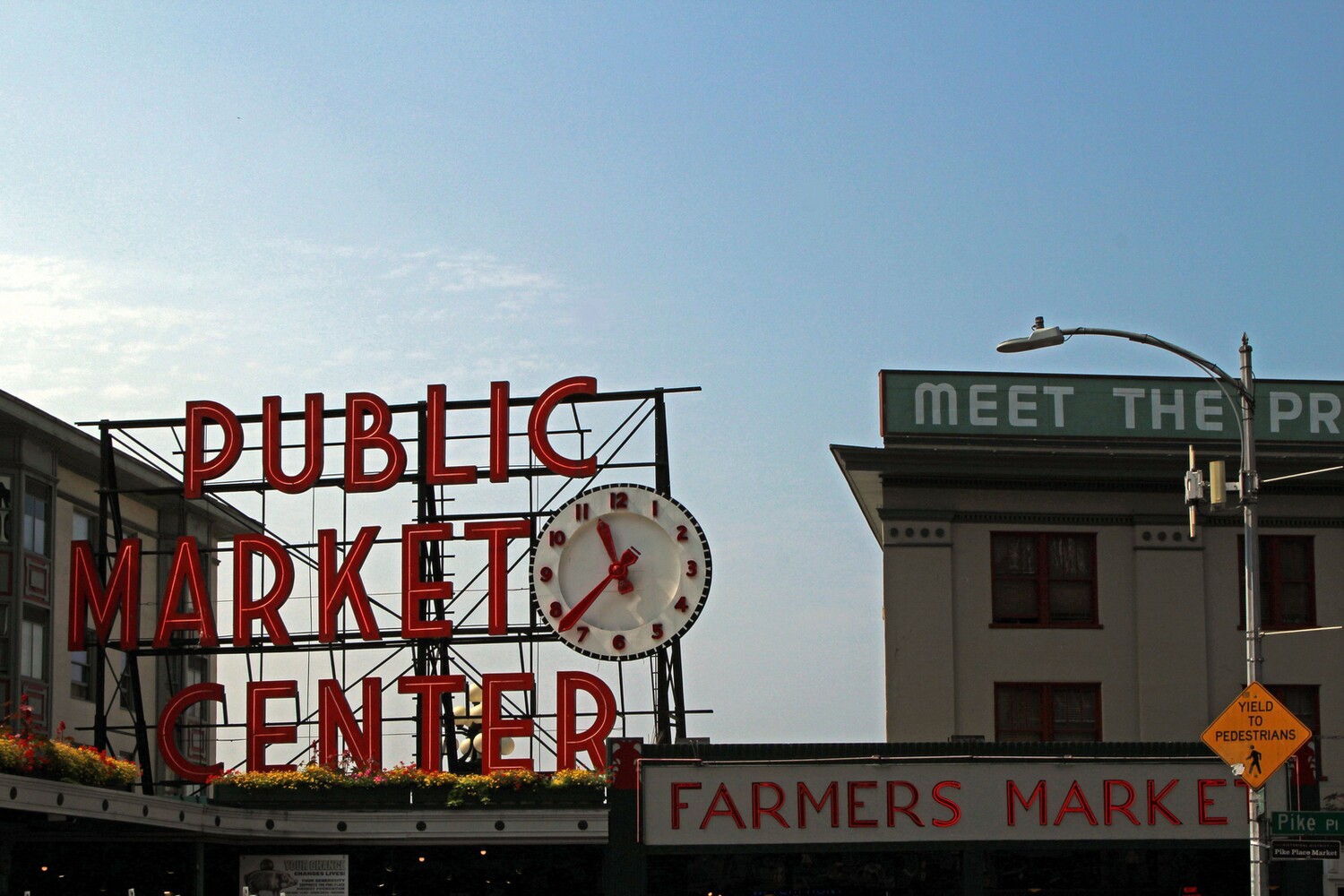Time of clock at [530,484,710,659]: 11:37
